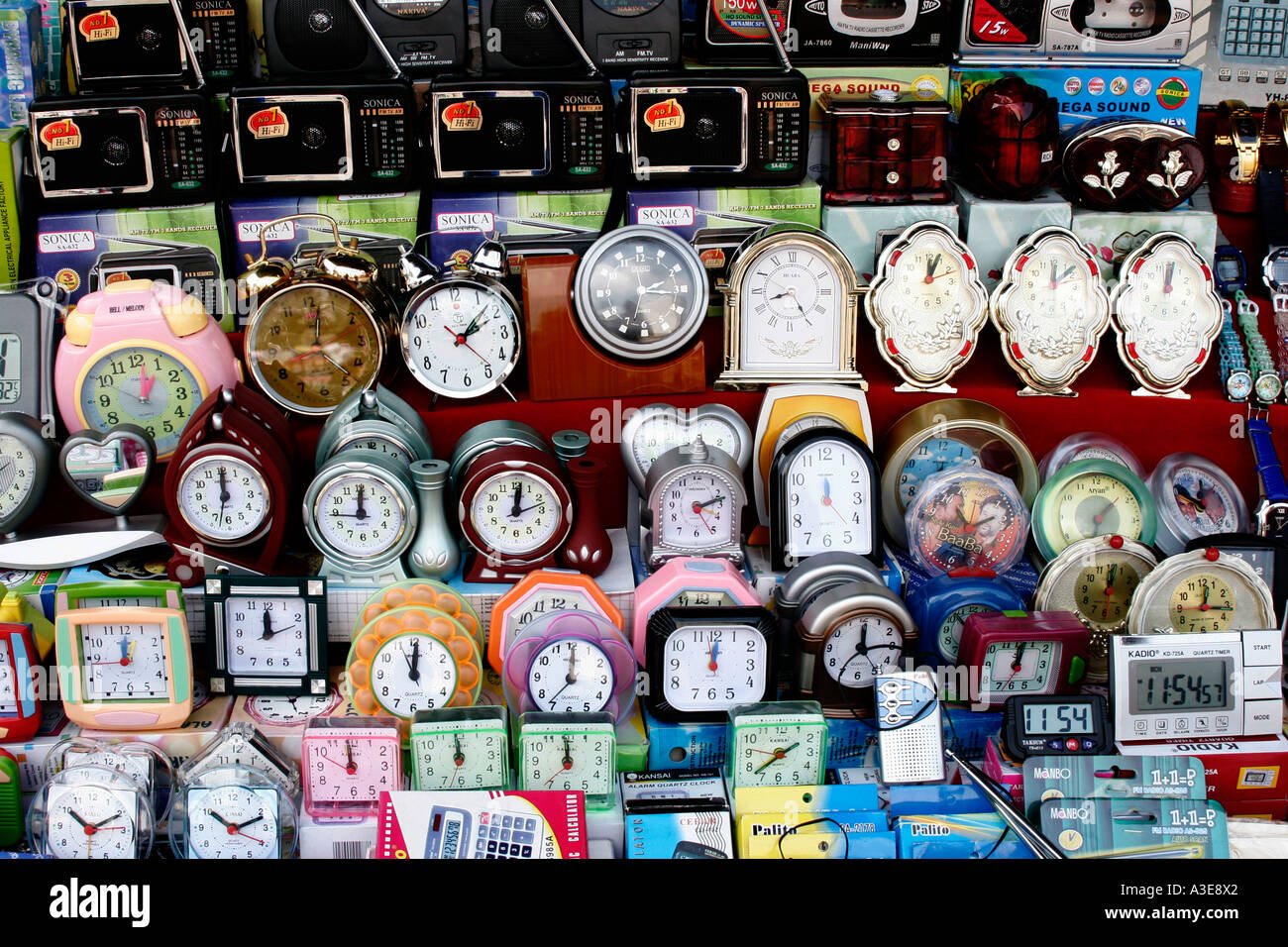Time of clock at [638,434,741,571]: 2:11
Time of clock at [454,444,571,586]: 12:01
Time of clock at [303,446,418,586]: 12:00
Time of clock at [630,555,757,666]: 12:00
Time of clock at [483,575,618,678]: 12:00
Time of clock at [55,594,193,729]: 12:00
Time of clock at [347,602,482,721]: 12:00
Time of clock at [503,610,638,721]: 12:00
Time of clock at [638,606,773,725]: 12:00
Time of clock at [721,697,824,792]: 7:38
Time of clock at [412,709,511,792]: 11:59
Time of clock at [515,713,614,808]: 11:59
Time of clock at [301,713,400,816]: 11:59
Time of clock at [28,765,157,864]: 10:10
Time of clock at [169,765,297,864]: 10:11
